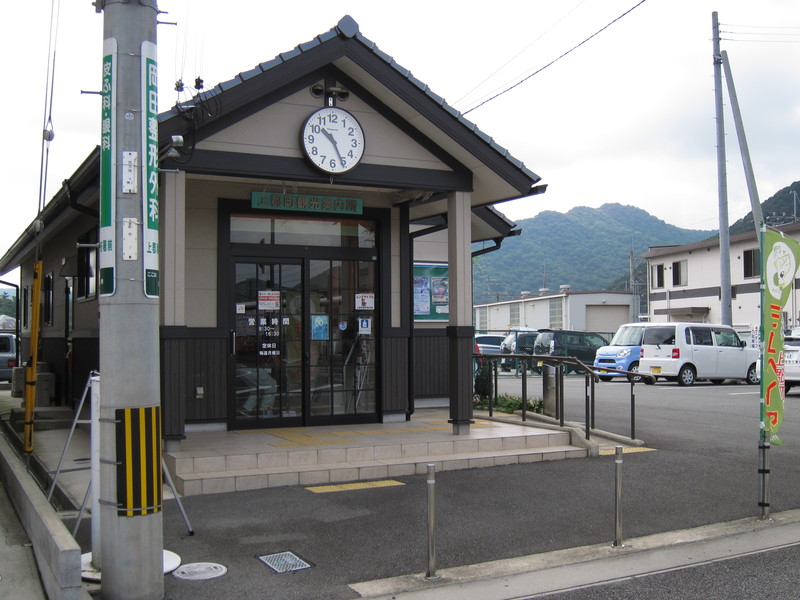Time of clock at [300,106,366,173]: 10:25
